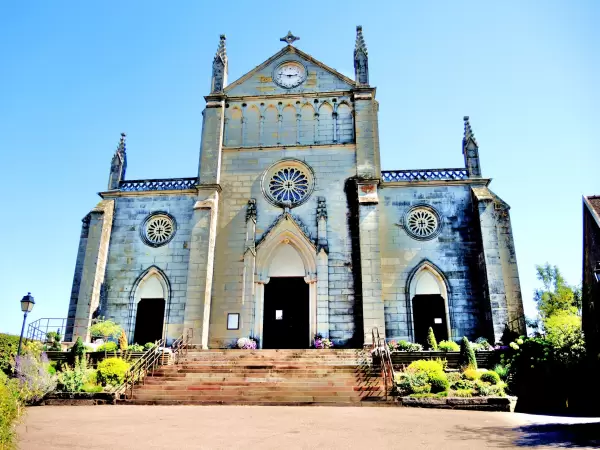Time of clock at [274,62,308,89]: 2:46
